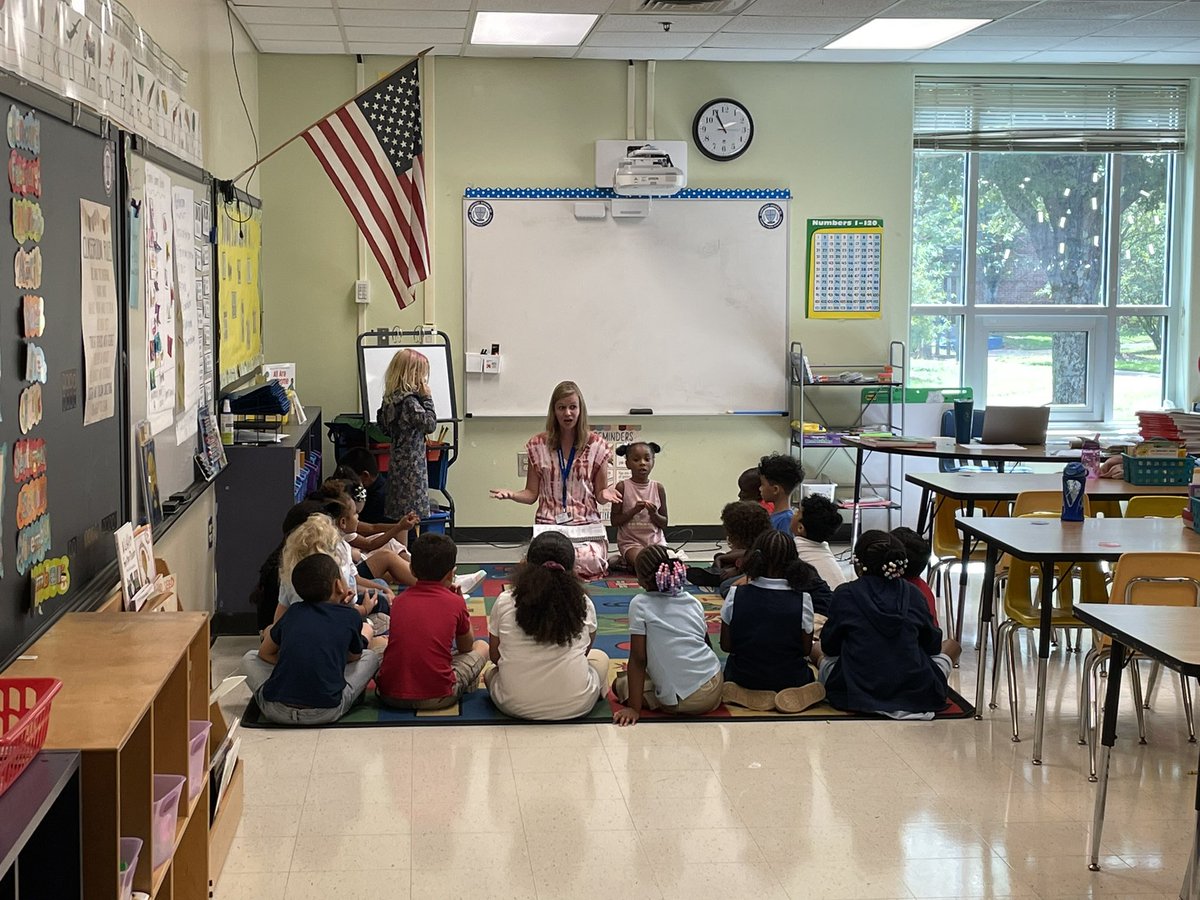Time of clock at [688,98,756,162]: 1:55
